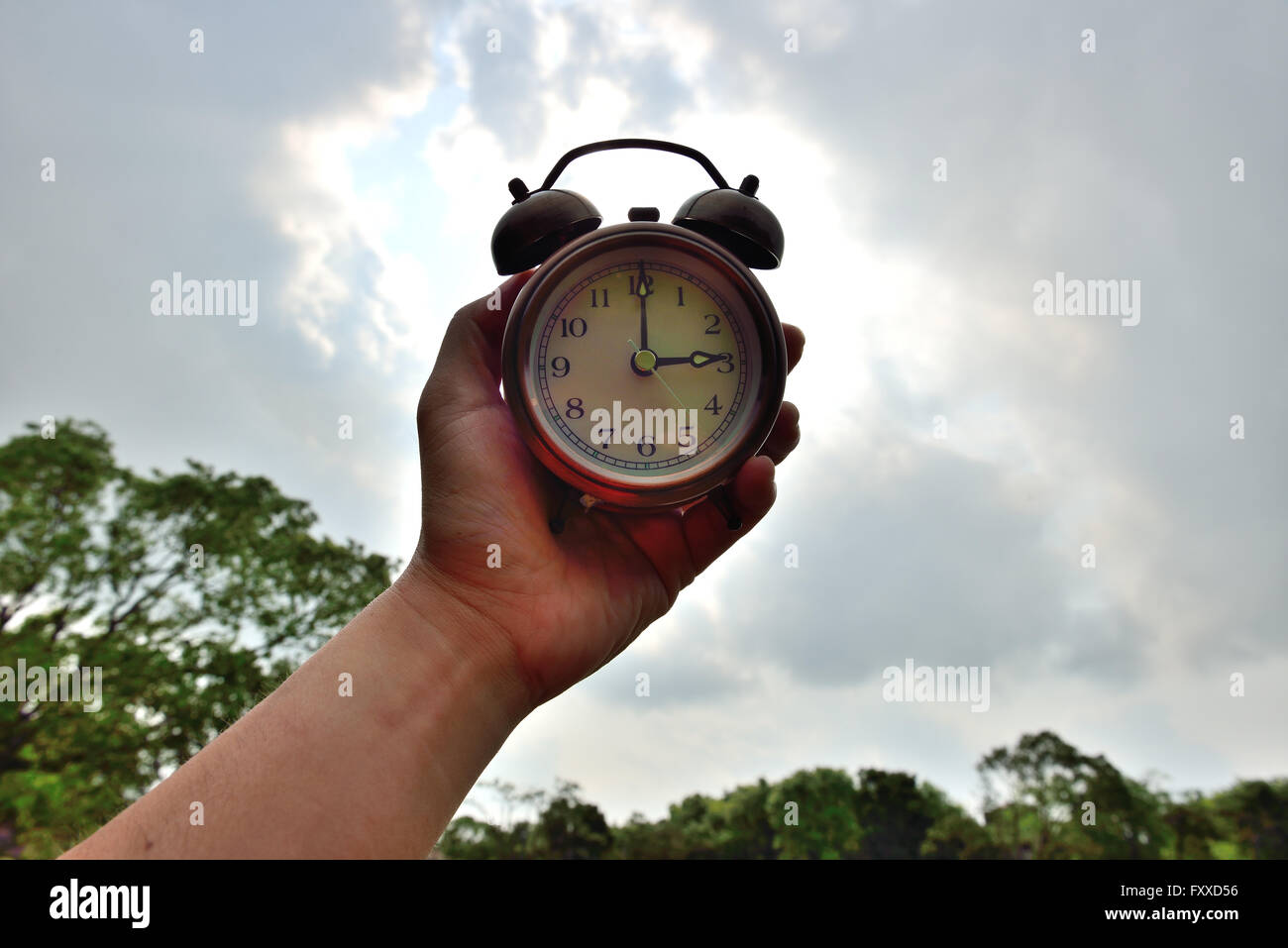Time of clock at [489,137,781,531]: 3:00
